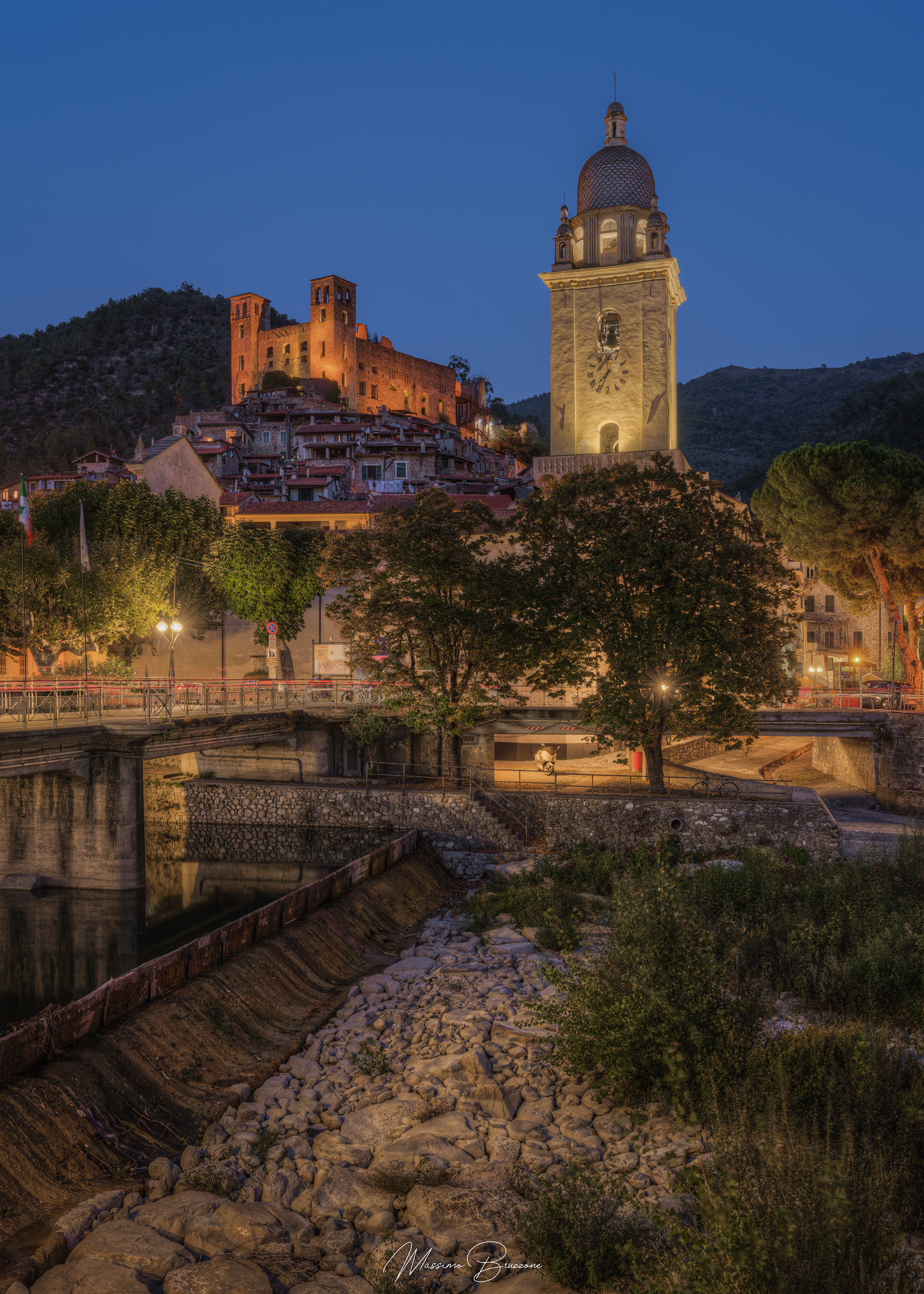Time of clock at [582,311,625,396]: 7:34
